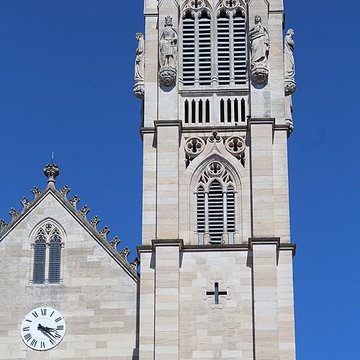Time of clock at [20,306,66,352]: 3:21
